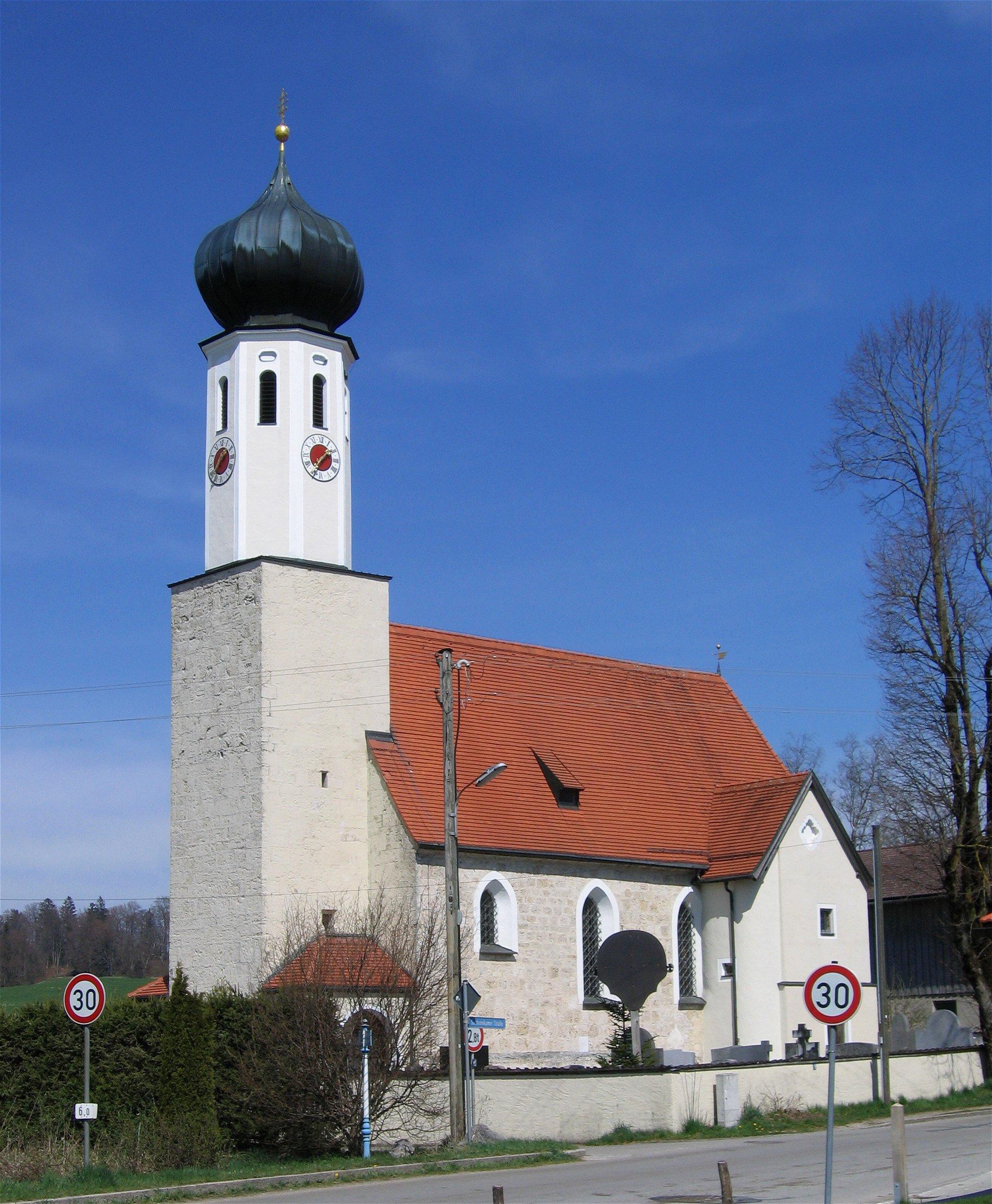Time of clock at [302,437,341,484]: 1:36
